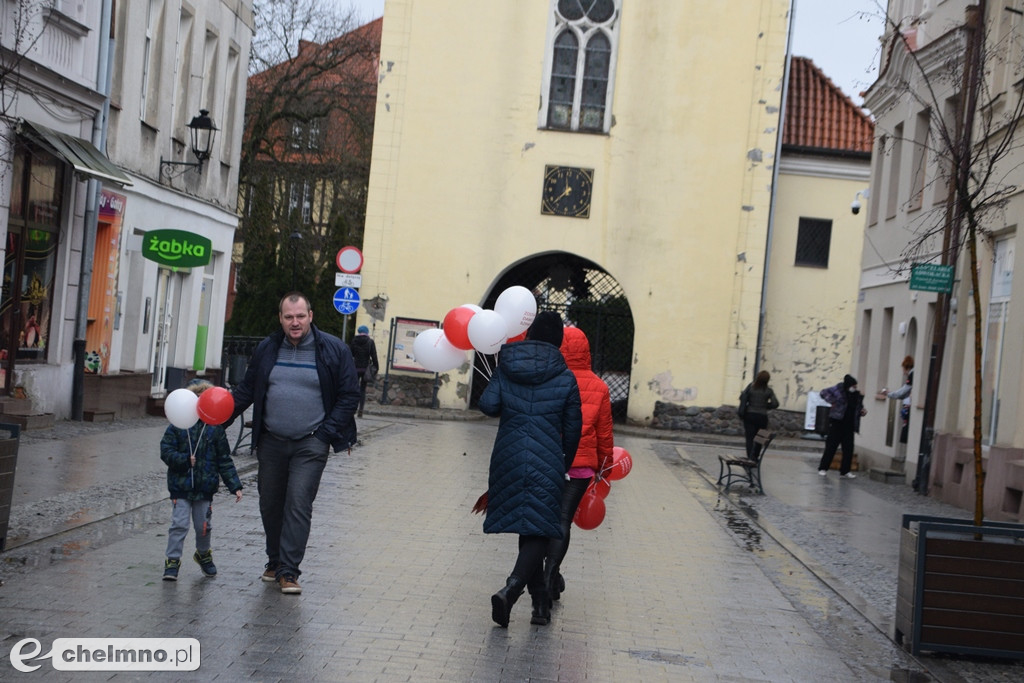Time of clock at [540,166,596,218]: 11:37
